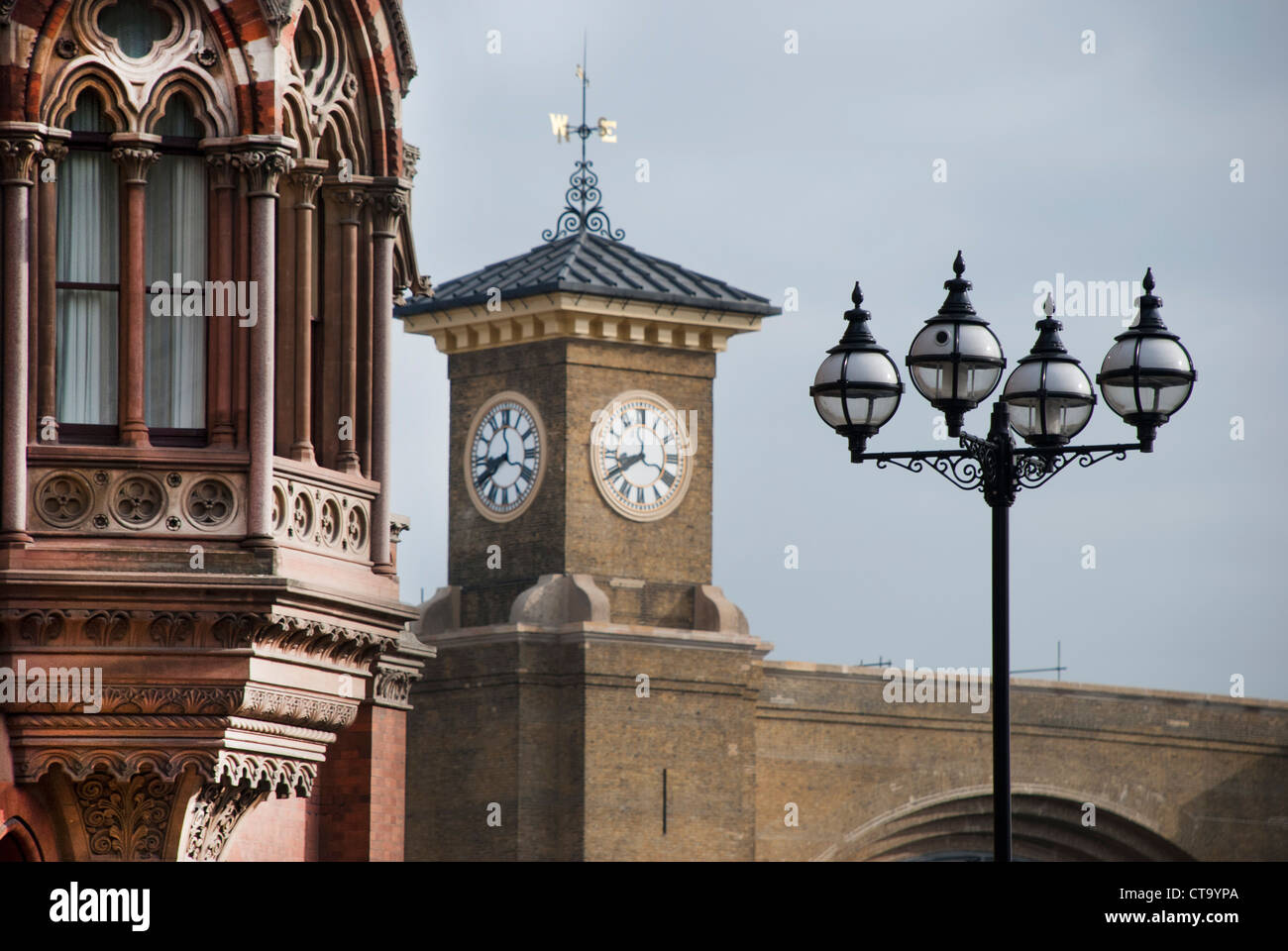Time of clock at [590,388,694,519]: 8:40
